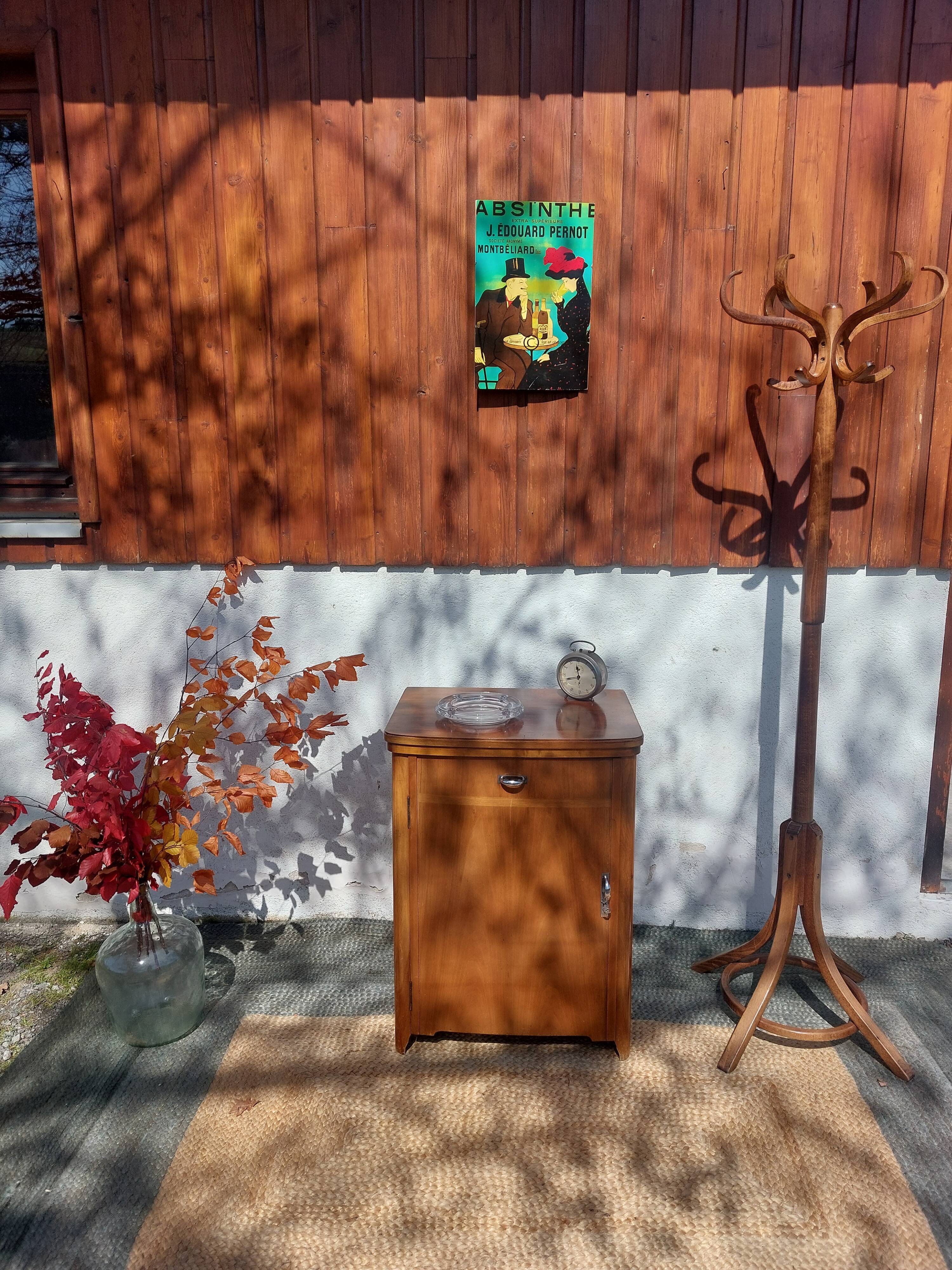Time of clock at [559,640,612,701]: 11:42
